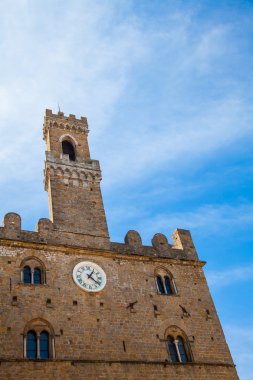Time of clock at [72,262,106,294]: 1:21
